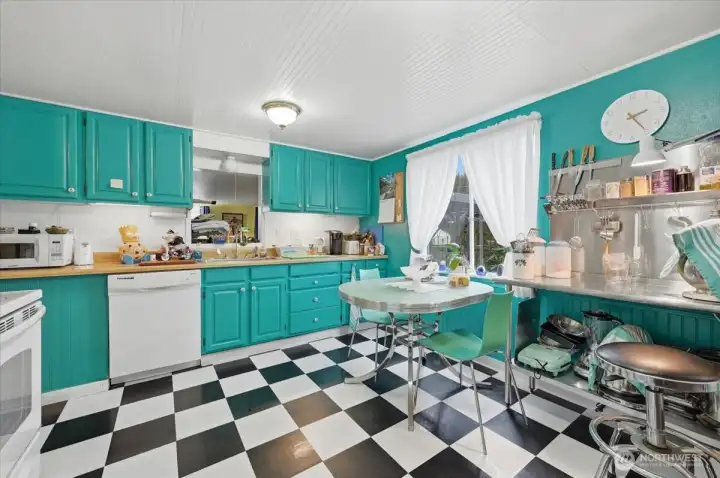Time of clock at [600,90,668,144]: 2:24
